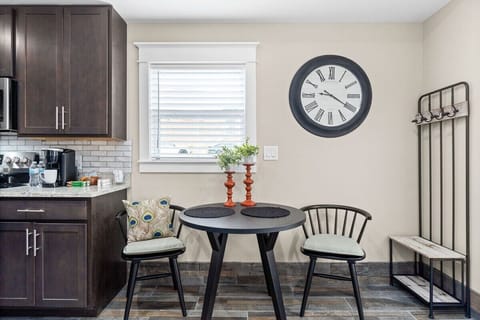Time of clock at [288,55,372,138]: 9:20
